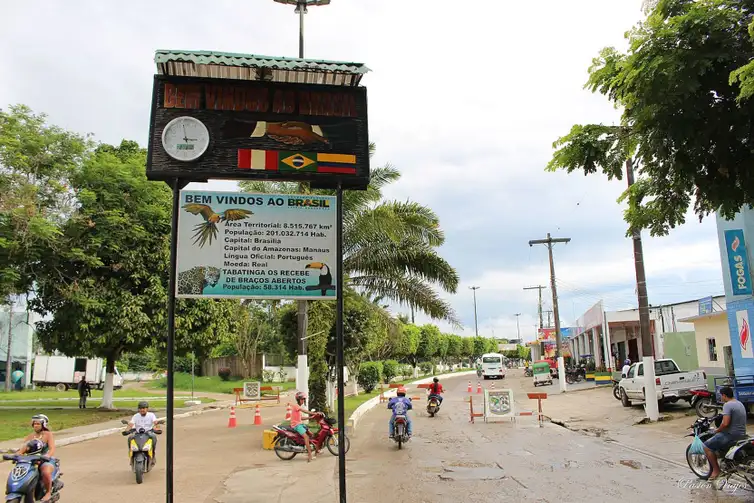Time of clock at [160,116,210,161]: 2:58
